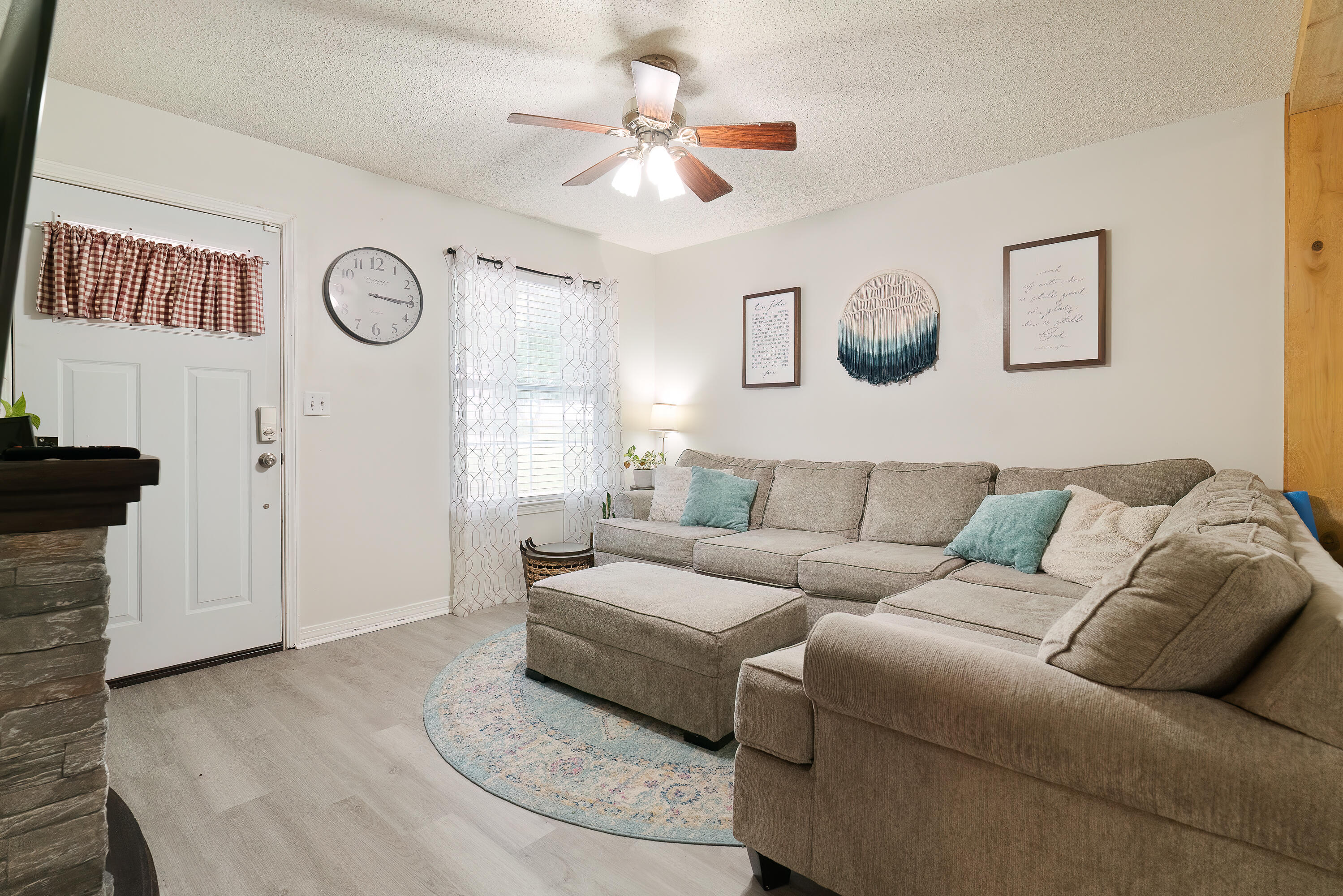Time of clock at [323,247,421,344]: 3:15
